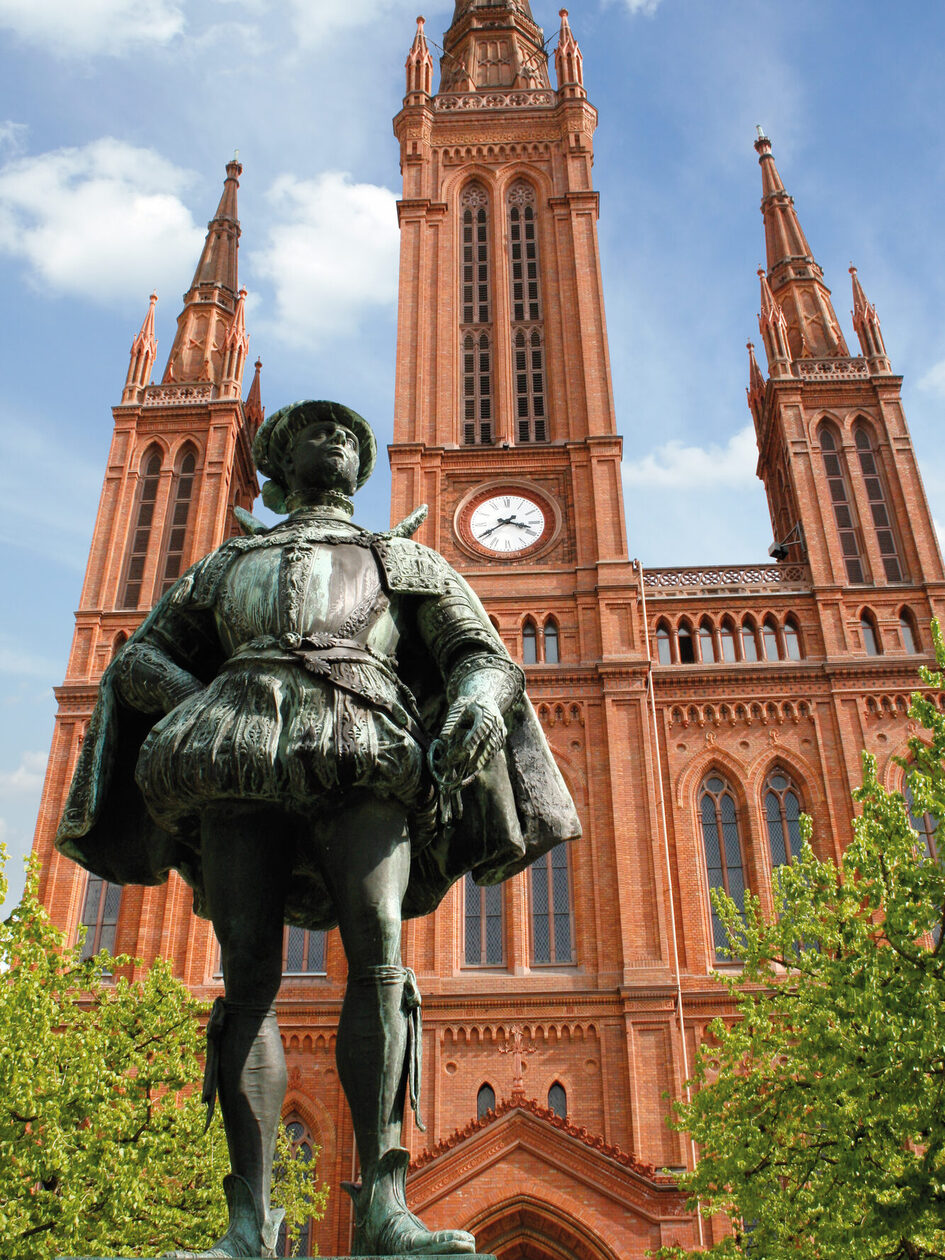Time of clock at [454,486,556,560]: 3:39
